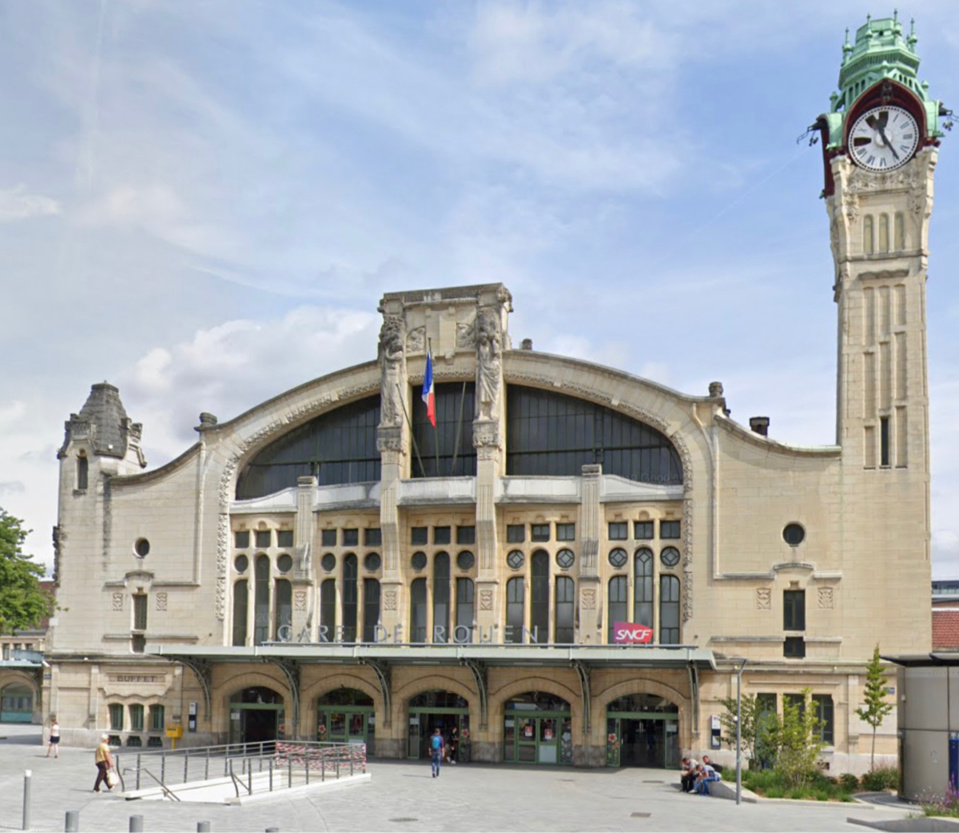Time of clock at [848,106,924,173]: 11:24
